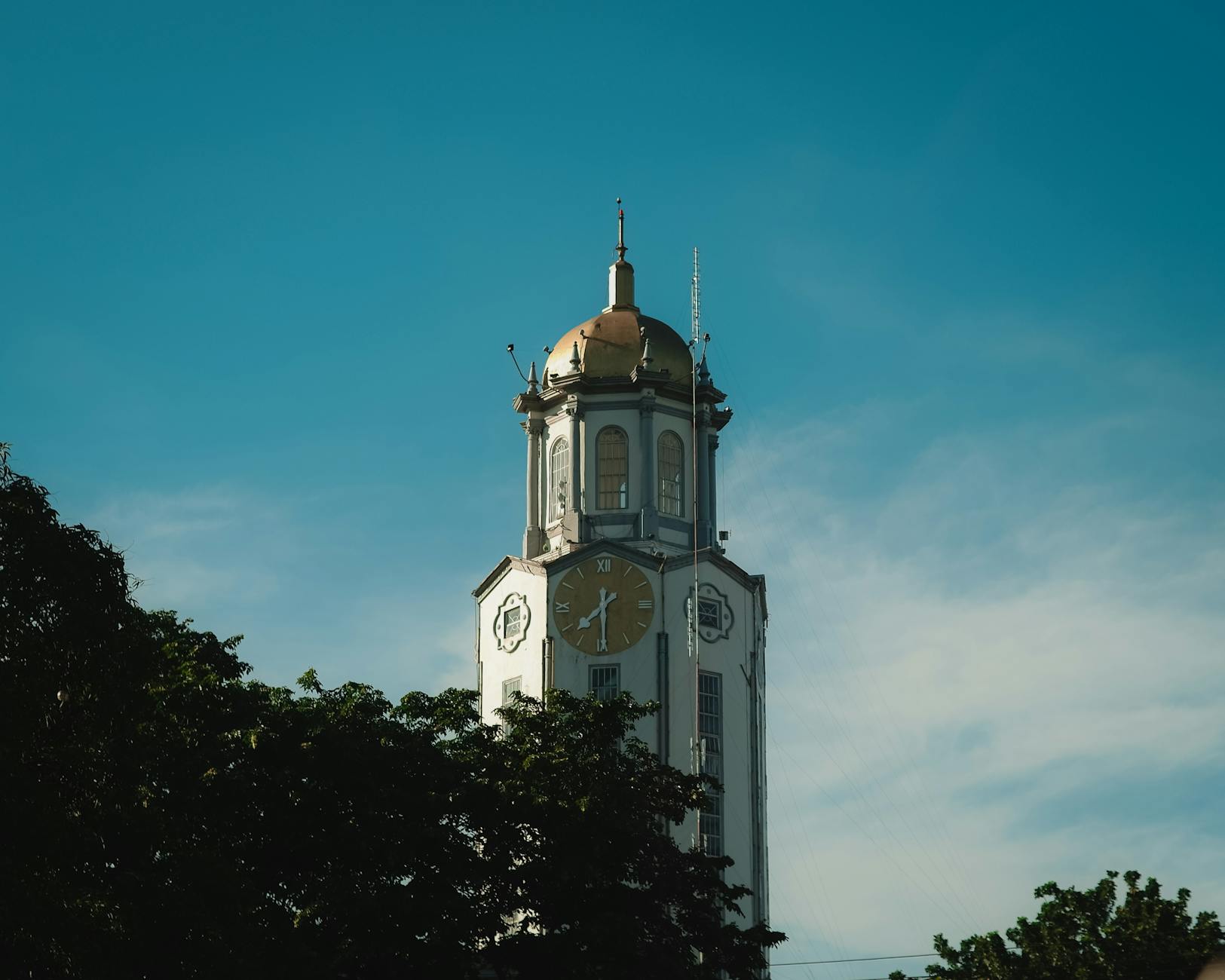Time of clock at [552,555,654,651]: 7:30
